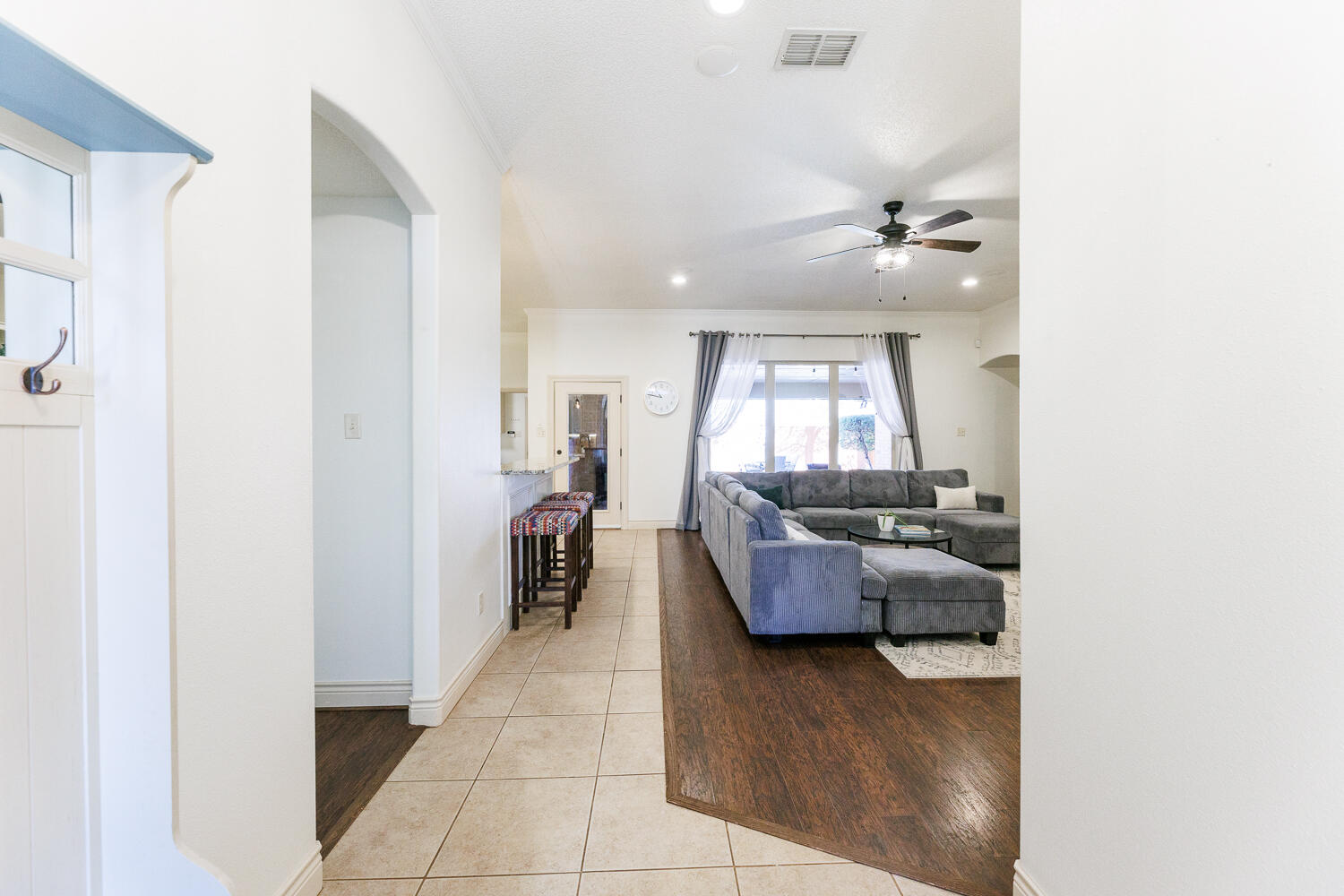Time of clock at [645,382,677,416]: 9:47
